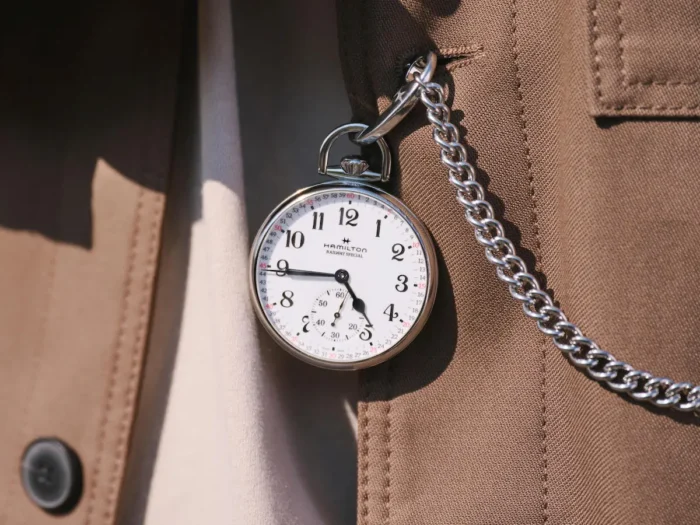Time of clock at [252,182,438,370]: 4:44
